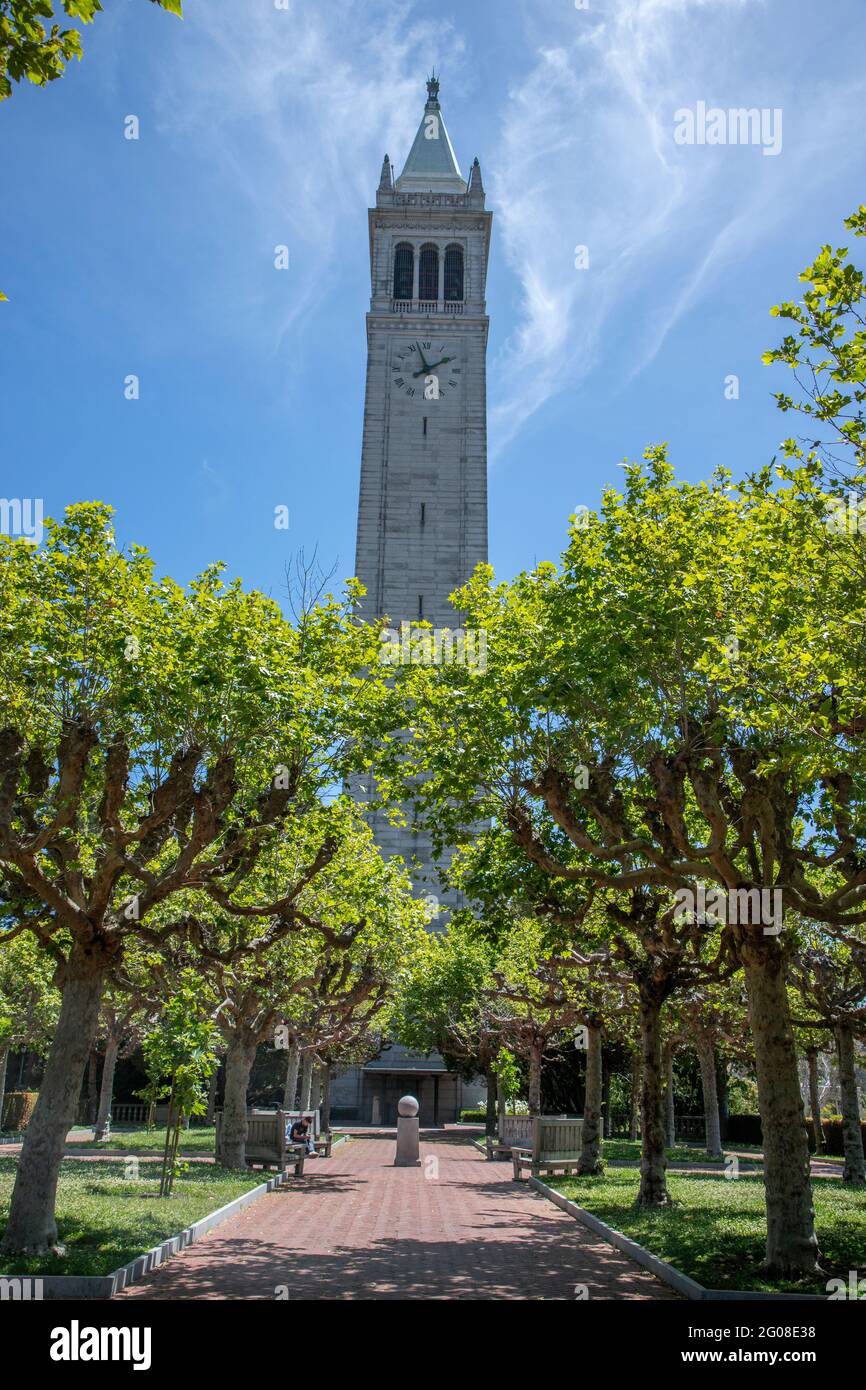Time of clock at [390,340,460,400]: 1:57
